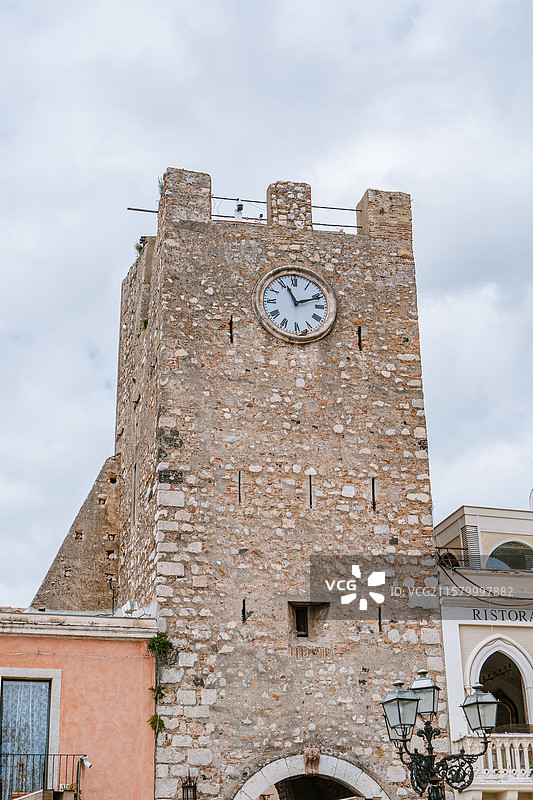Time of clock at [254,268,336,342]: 11:11
